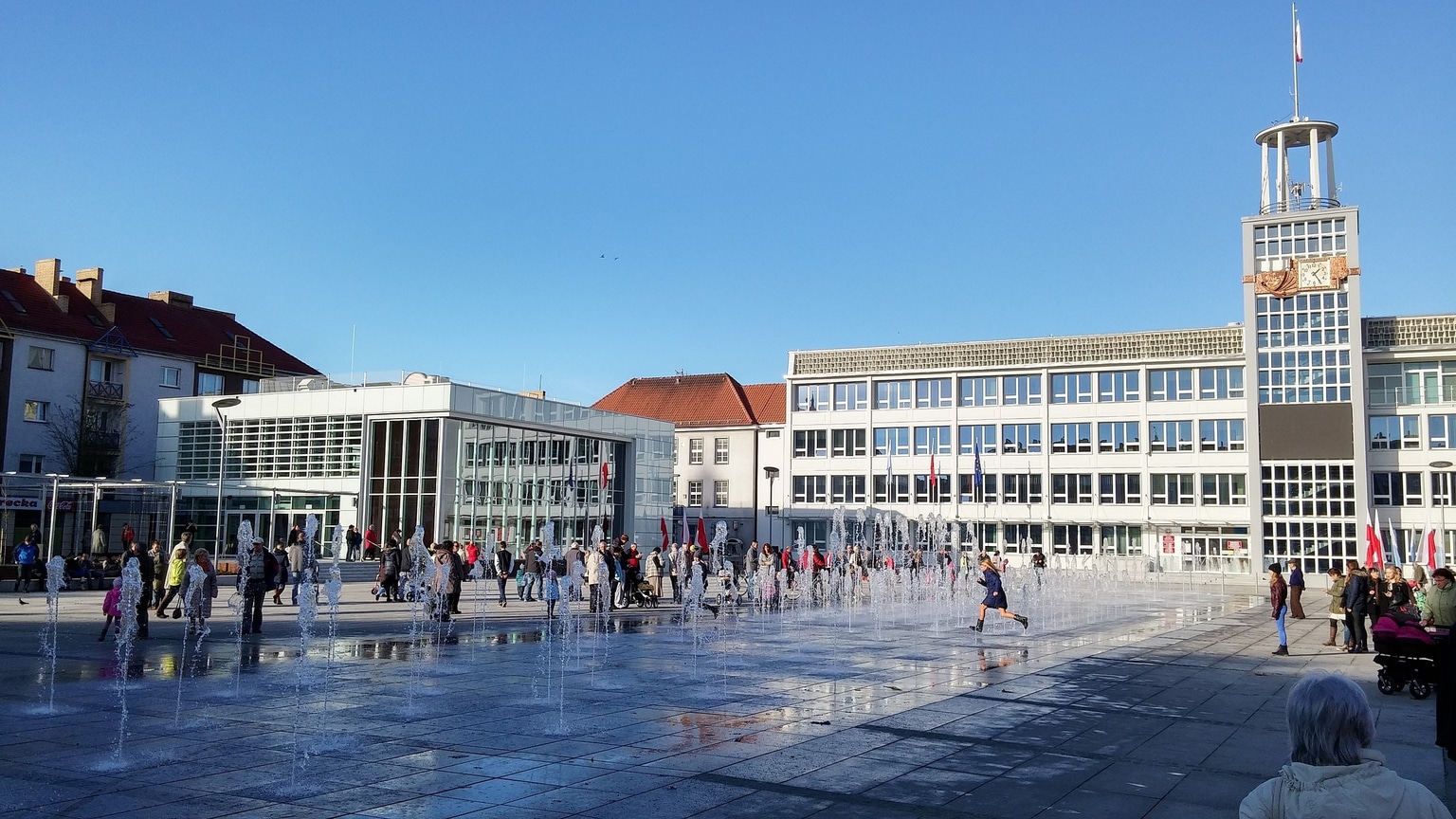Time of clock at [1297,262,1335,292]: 1:24
